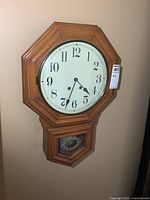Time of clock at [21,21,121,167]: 4:33
